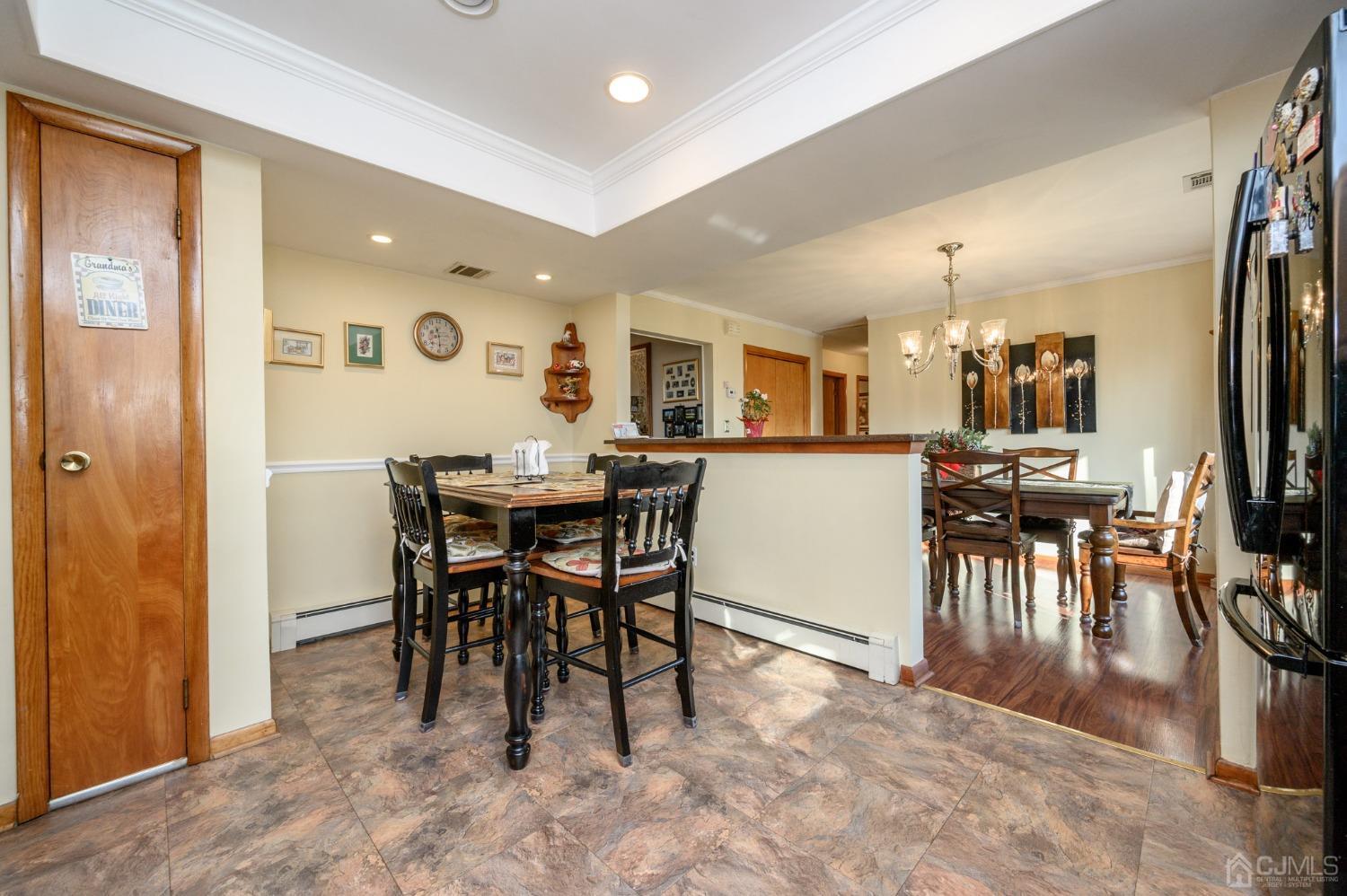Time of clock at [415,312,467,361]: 11:29
